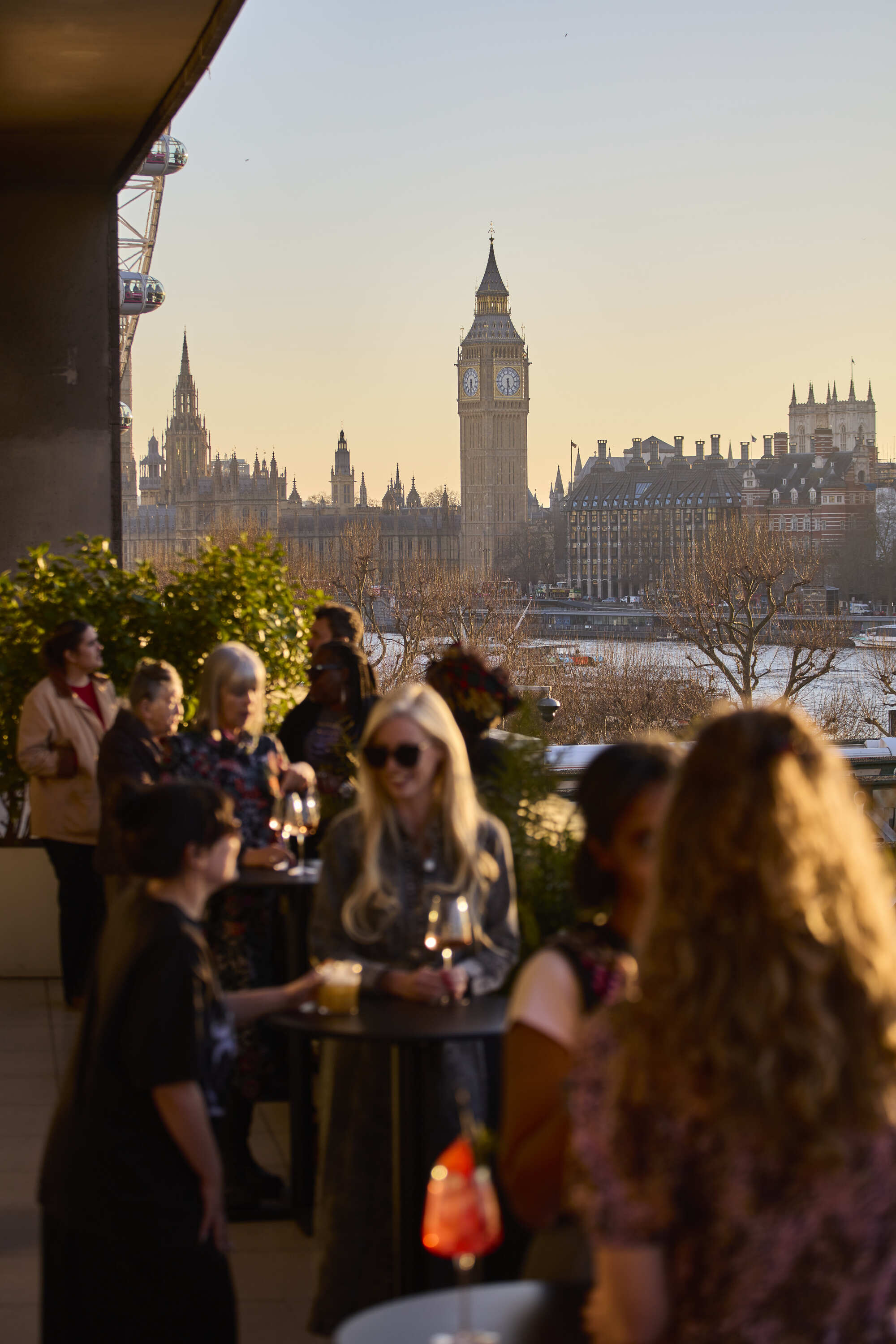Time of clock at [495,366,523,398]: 5:30
